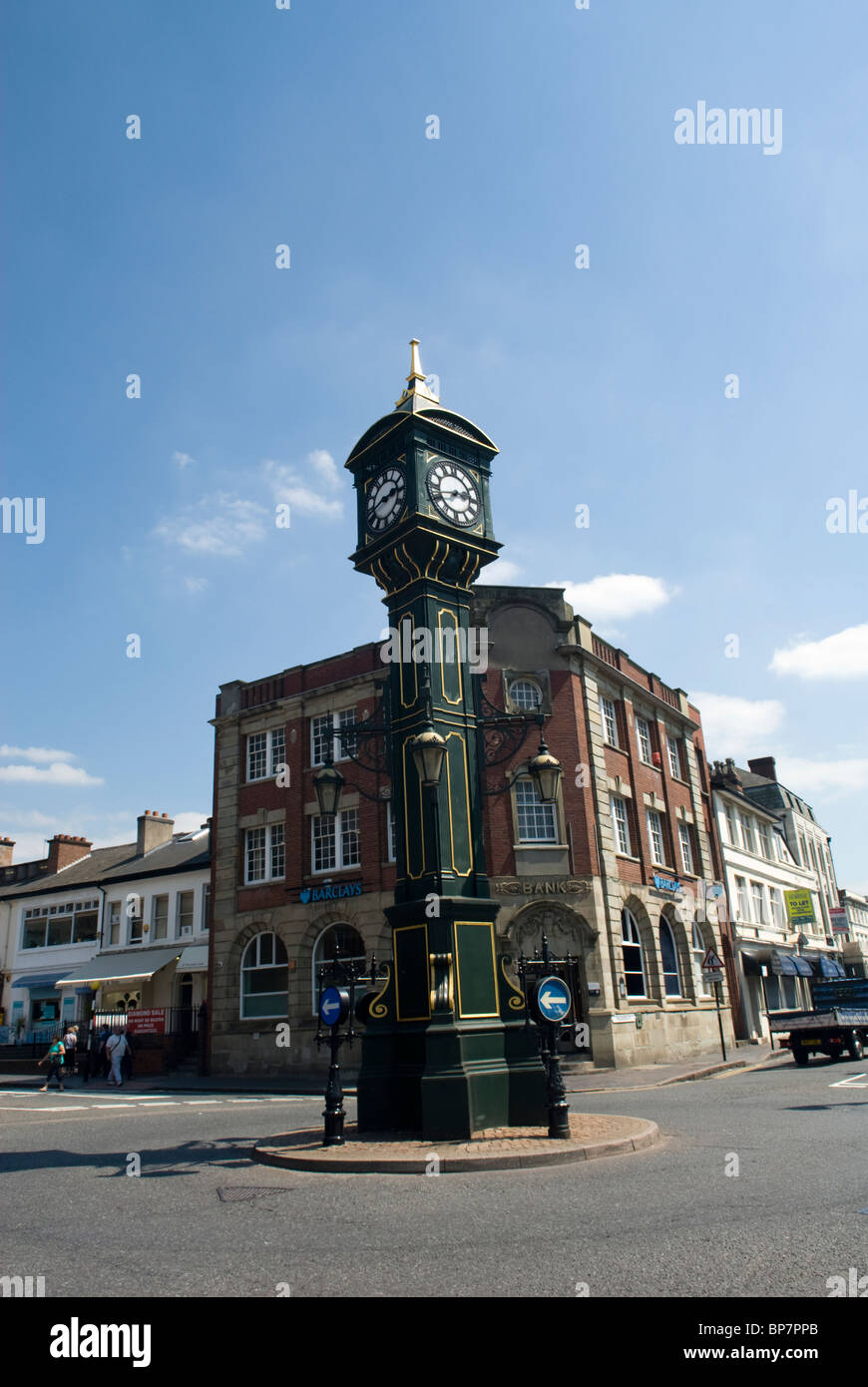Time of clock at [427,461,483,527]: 2:42
